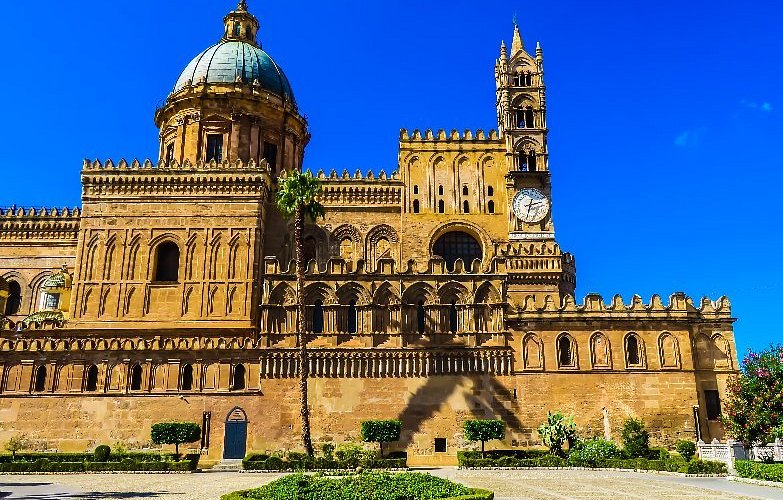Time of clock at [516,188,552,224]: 2:32
